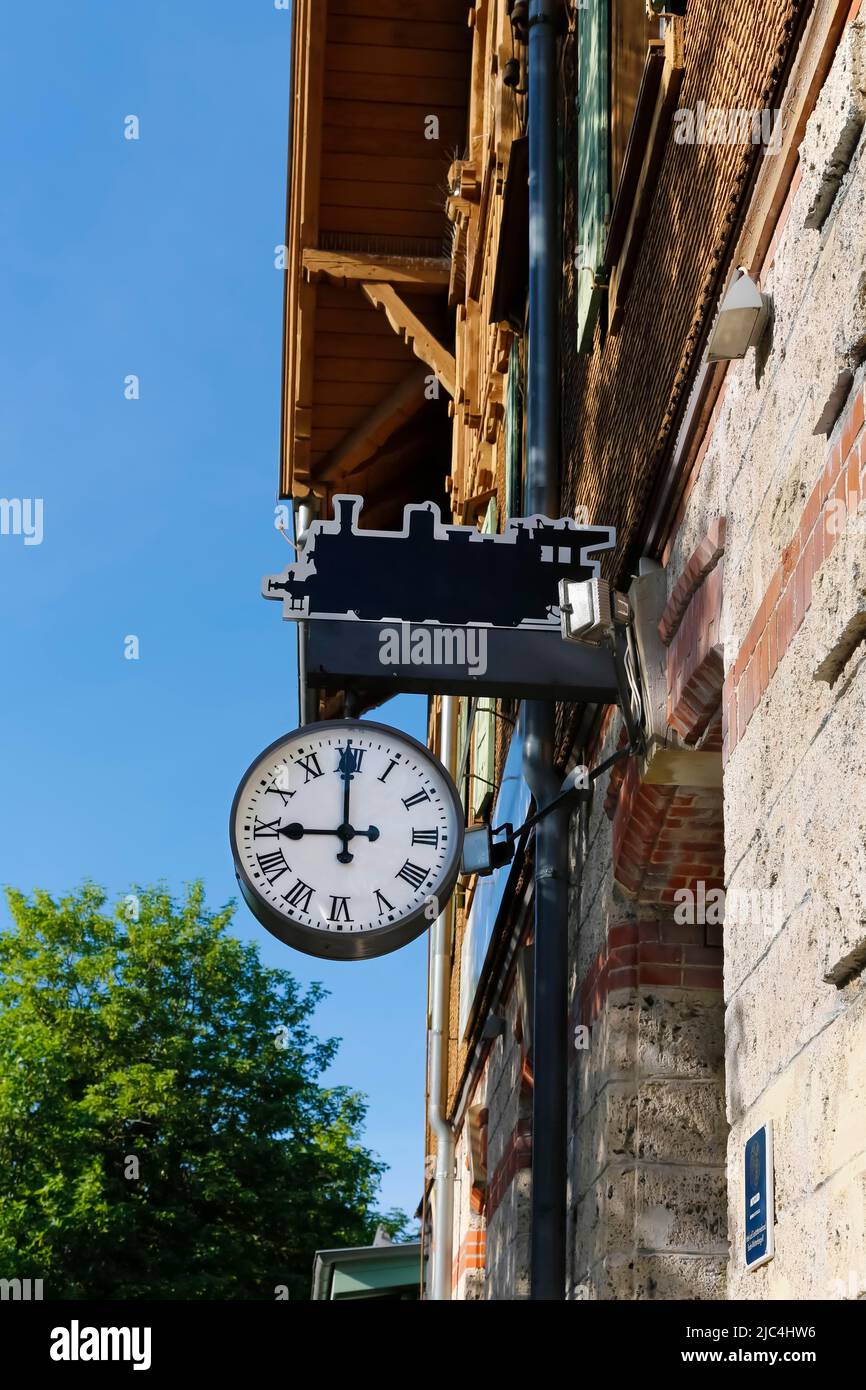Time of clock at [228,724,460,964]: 8:59
